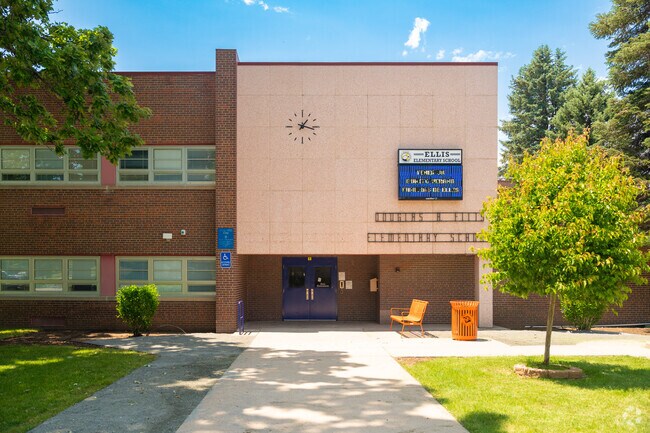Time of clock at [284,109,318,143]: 1:17
